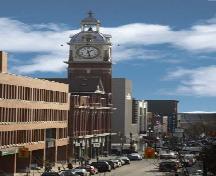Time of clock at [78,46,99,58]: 1:28
